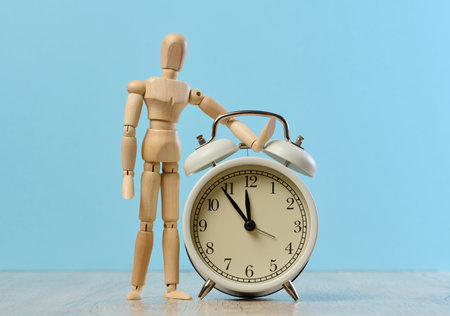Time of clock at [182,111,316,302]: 11:53
